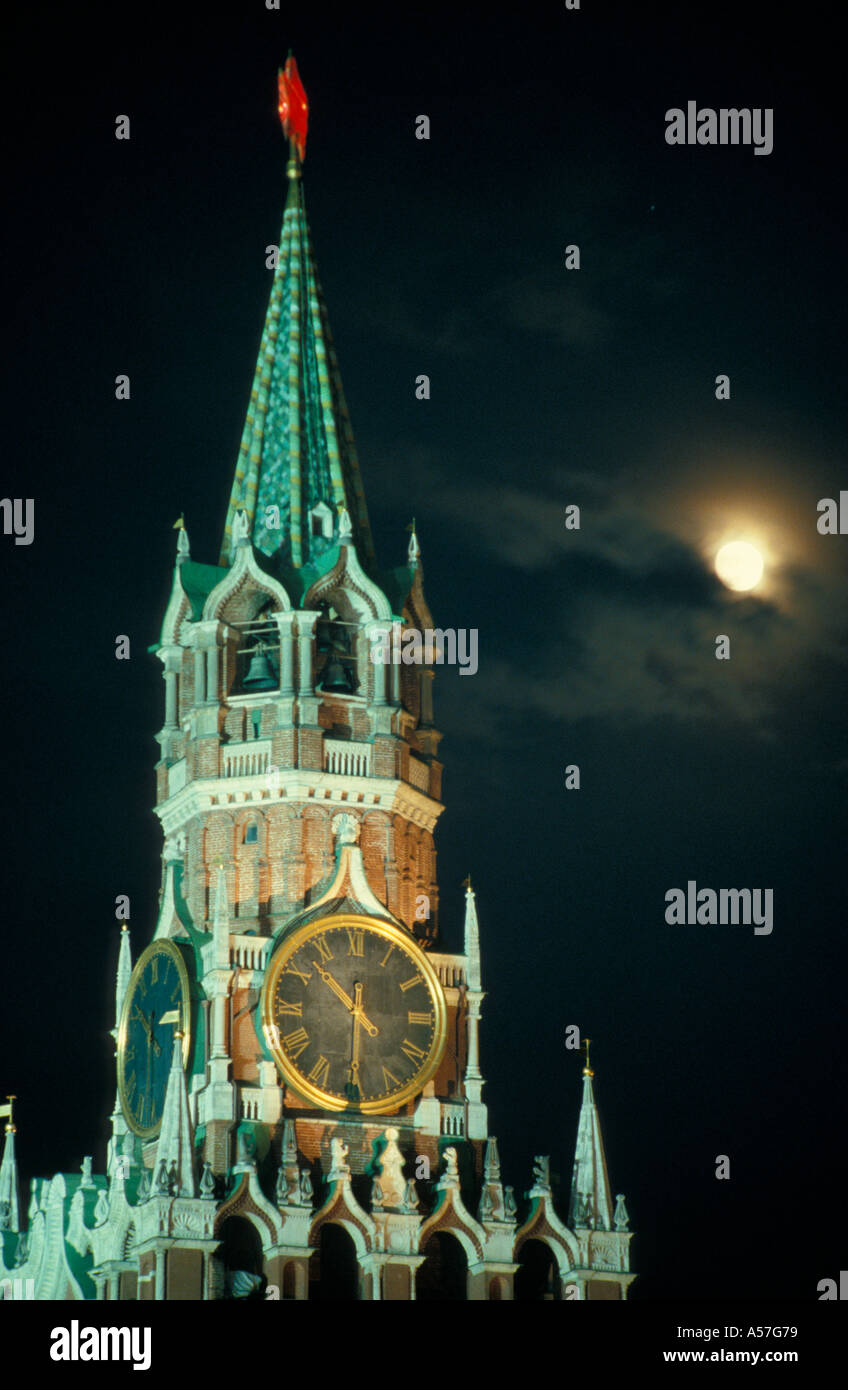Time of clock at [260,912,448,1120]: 10:30
